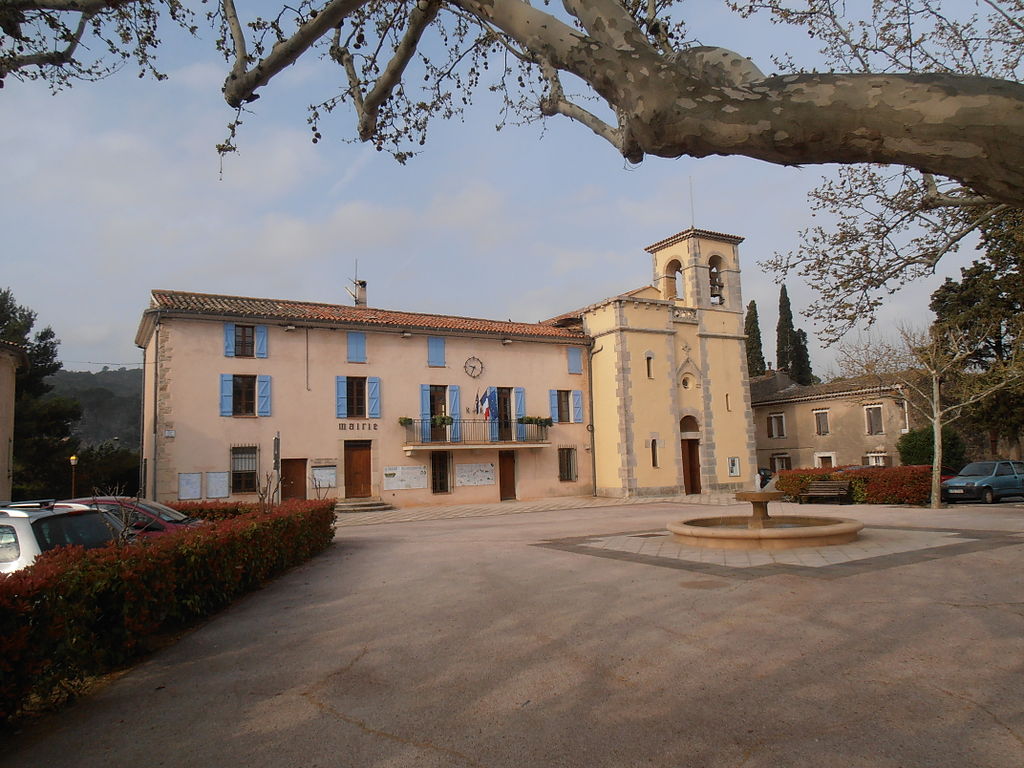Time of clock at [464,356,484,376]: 9:34
